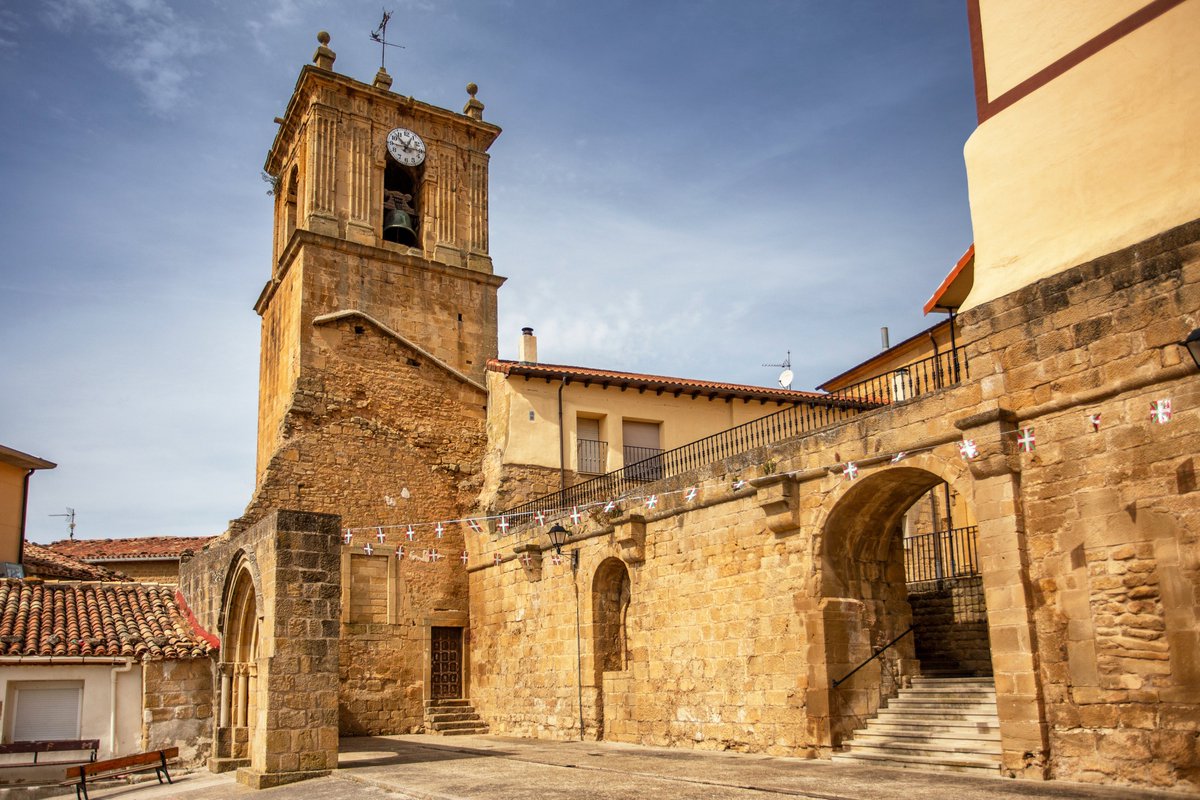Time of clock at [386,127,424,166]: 12:52
